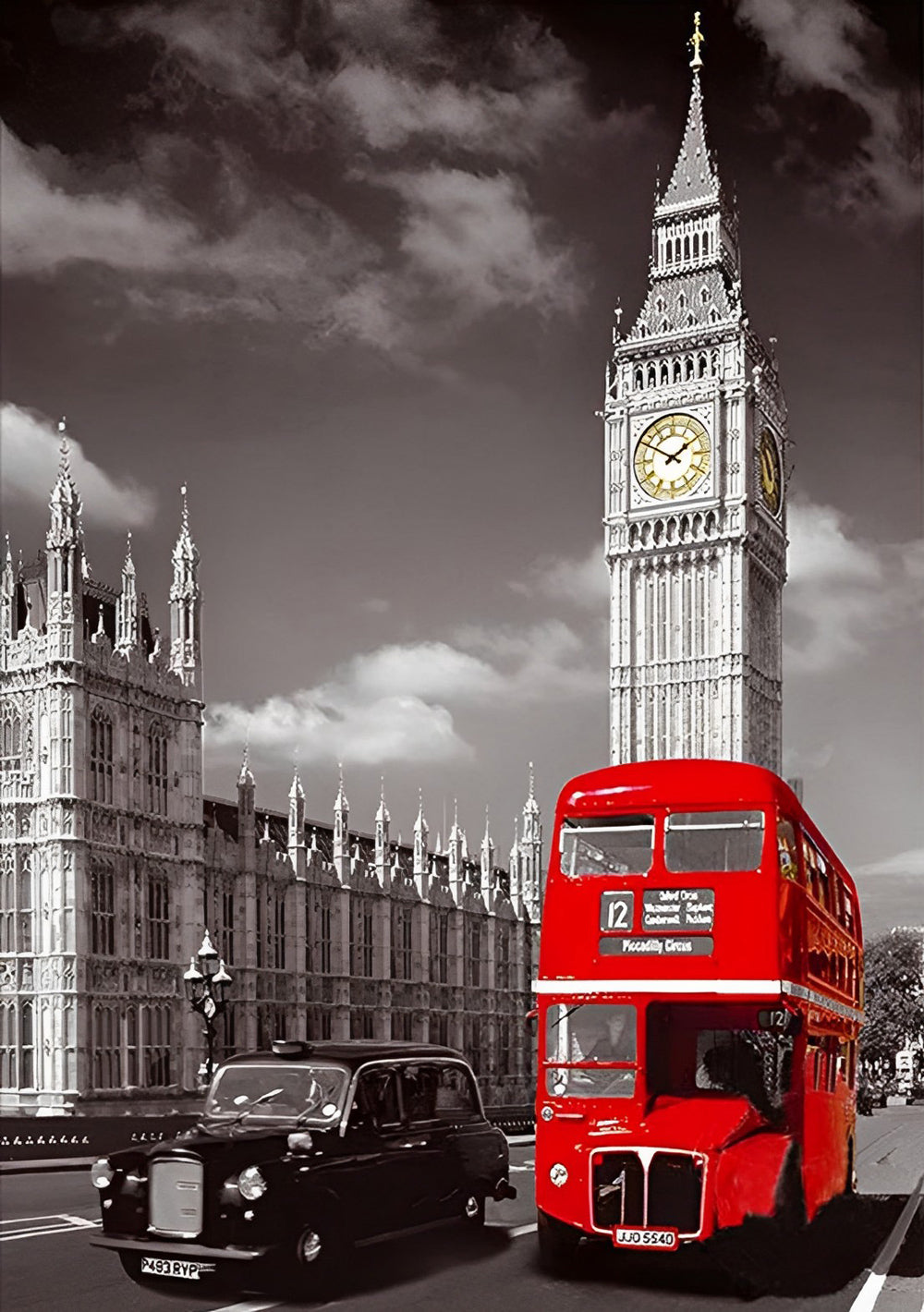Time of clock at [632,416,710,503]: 1:50
